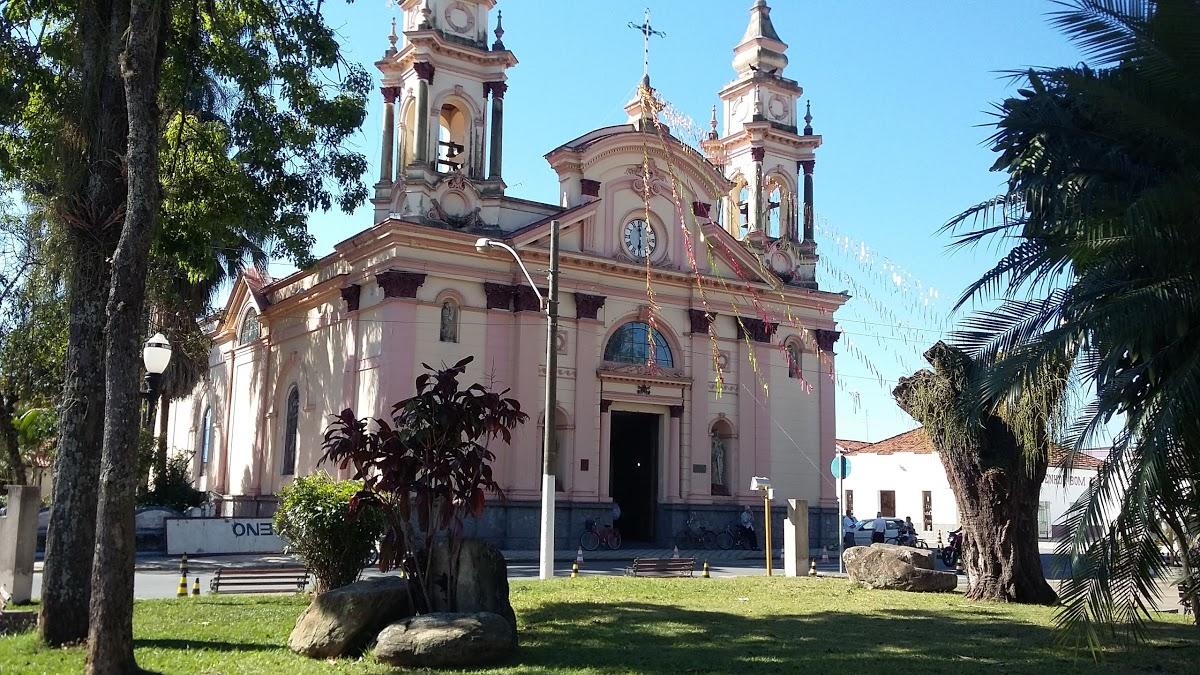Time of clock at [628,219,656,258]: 5:59
